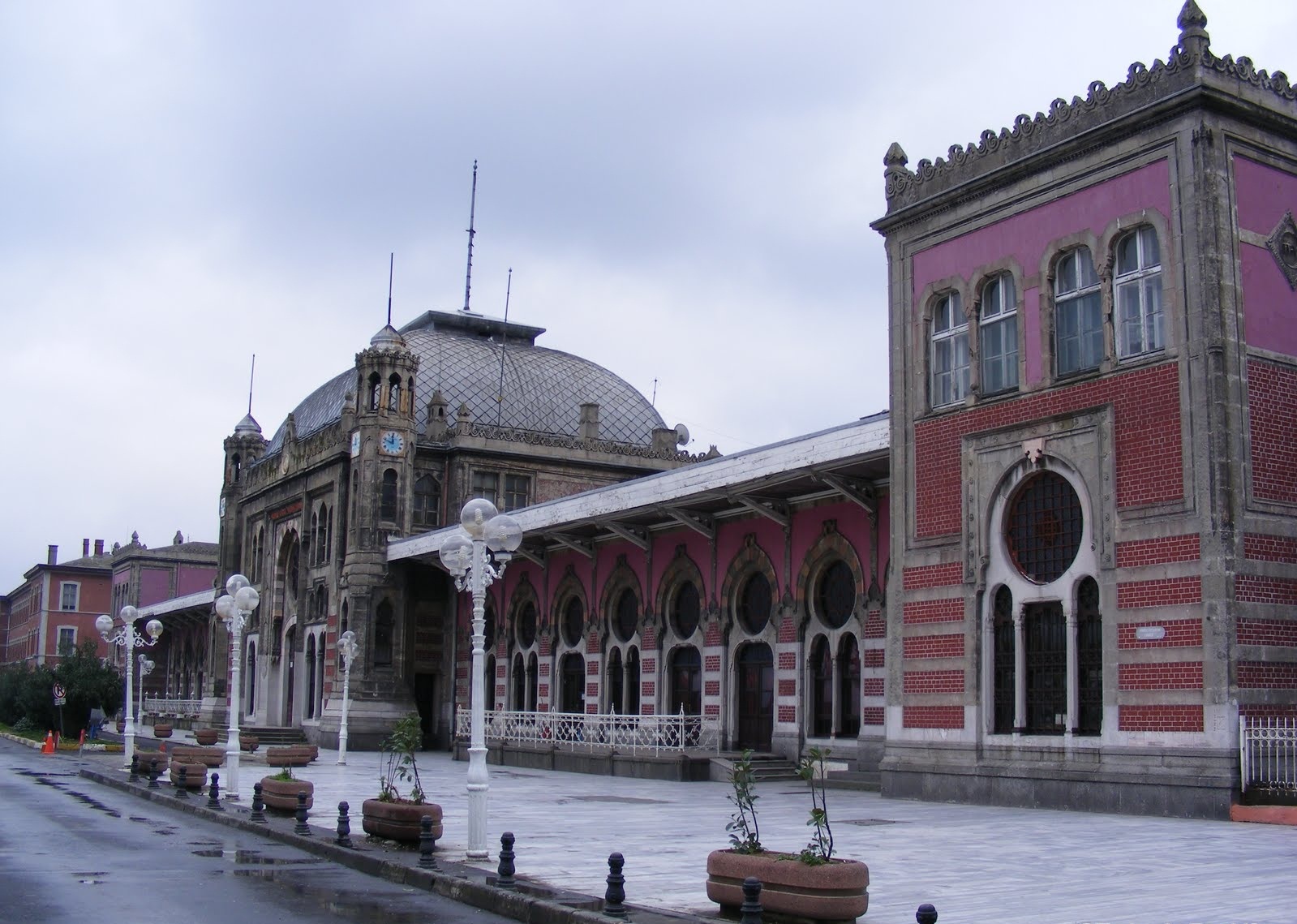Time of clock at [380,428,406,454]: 11:48
